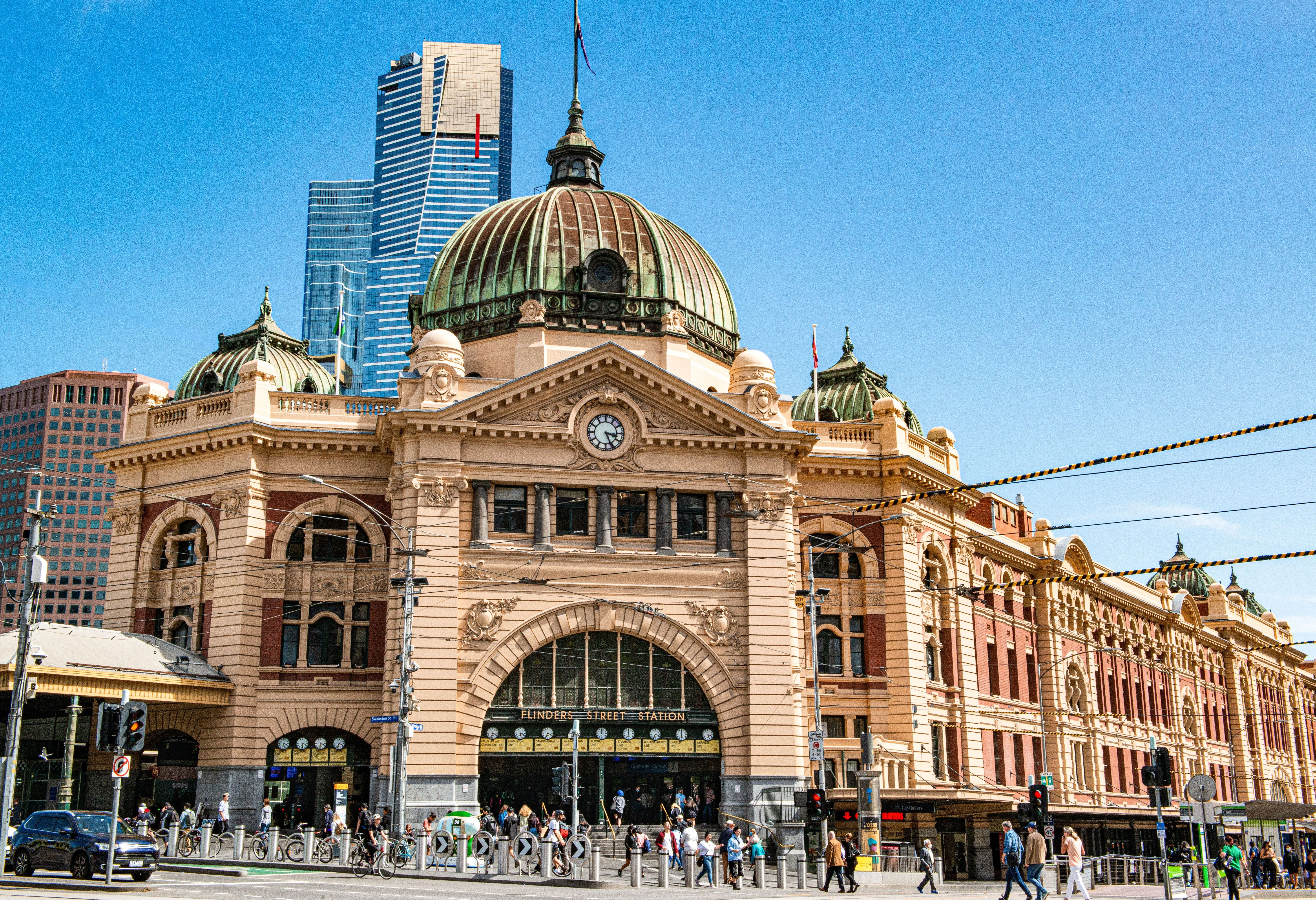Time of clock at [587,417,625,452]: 3:26
